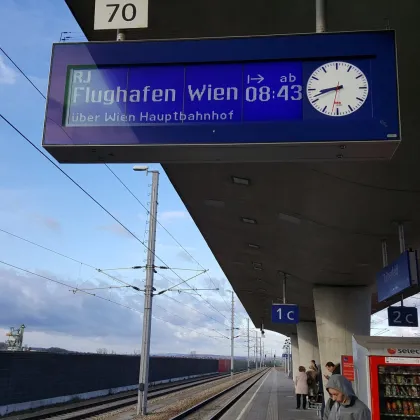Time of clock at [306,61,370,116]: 8:41
